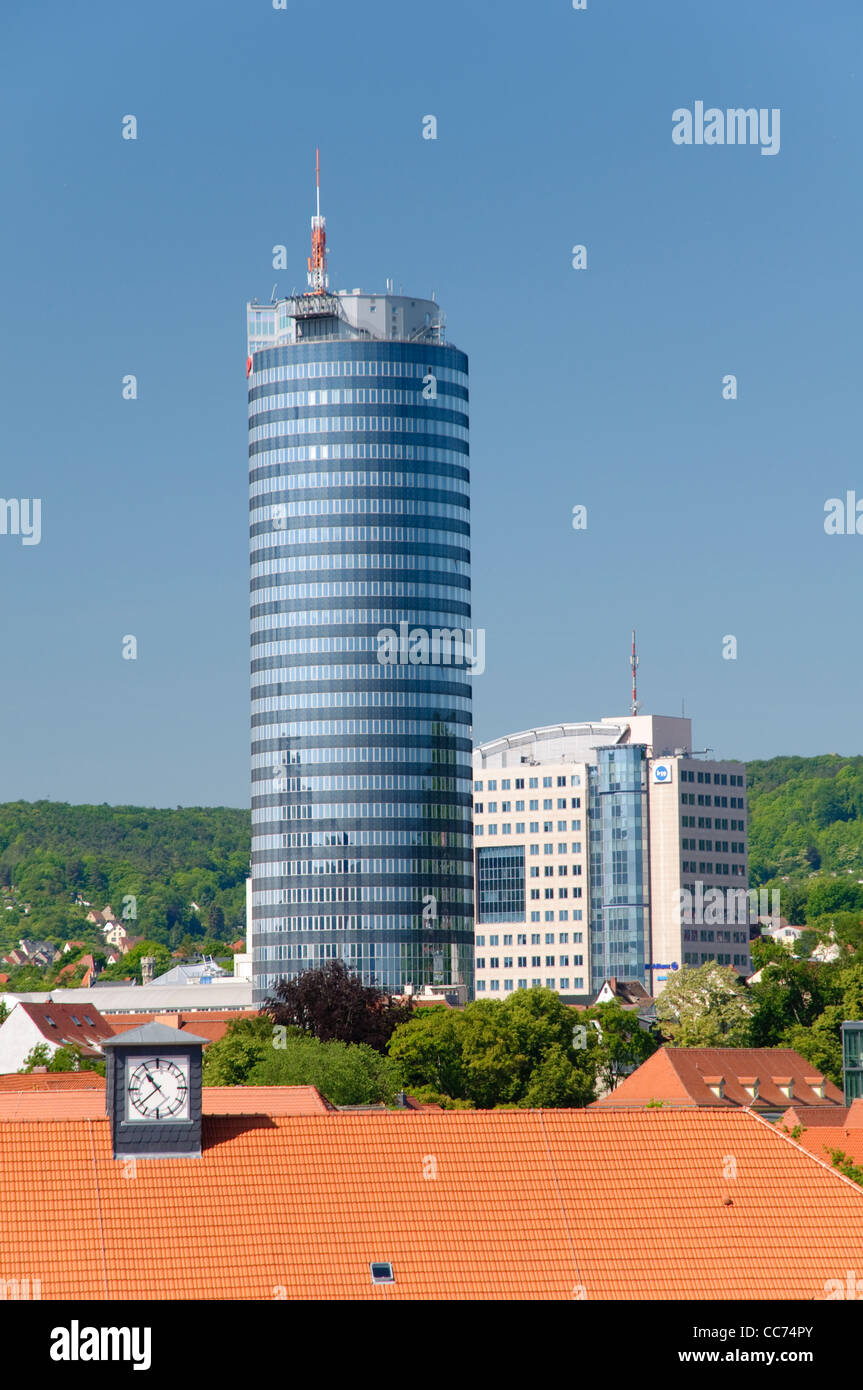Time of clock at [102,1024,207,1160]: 10:38
